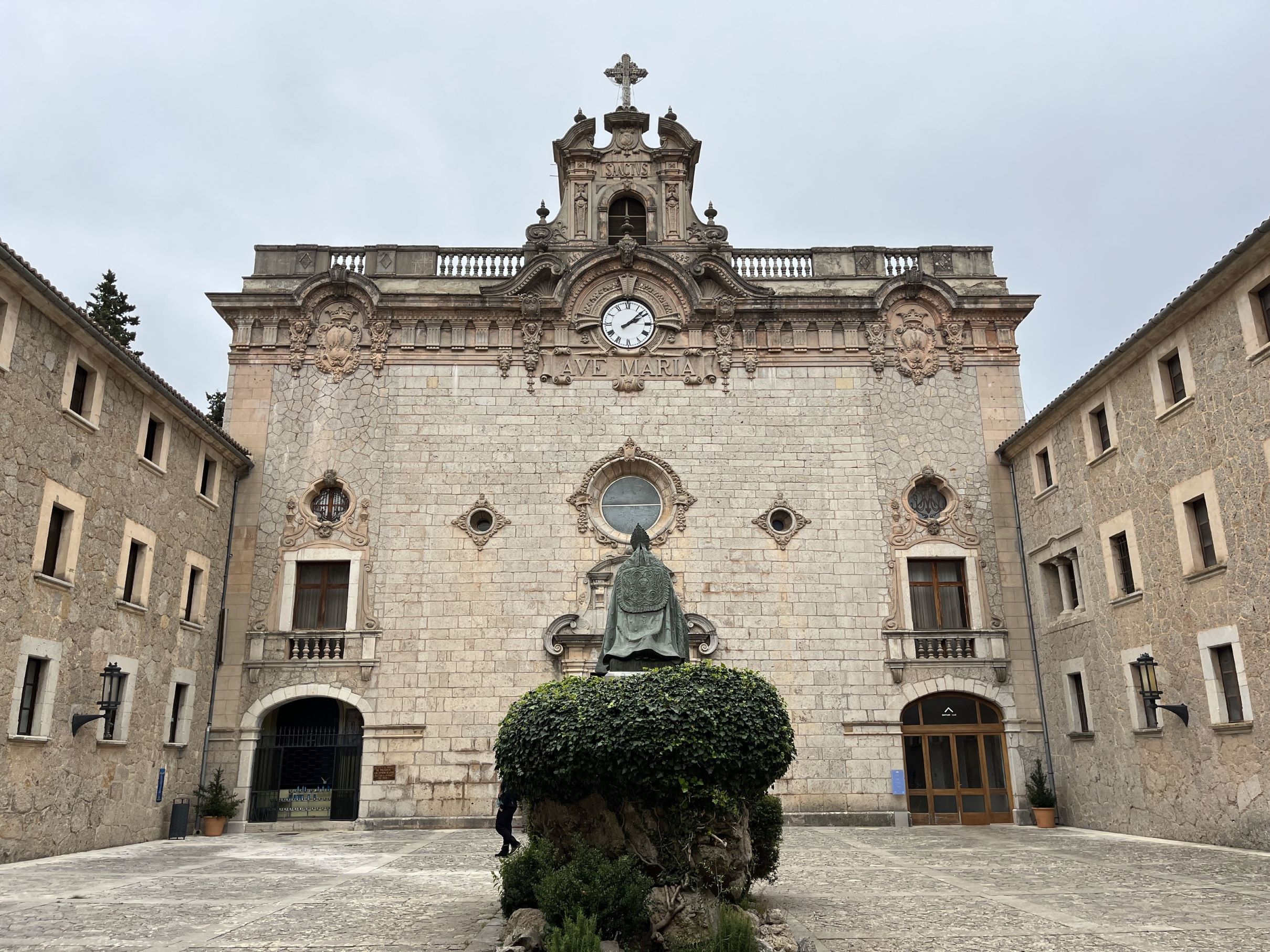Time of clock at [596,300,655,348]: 2:08
